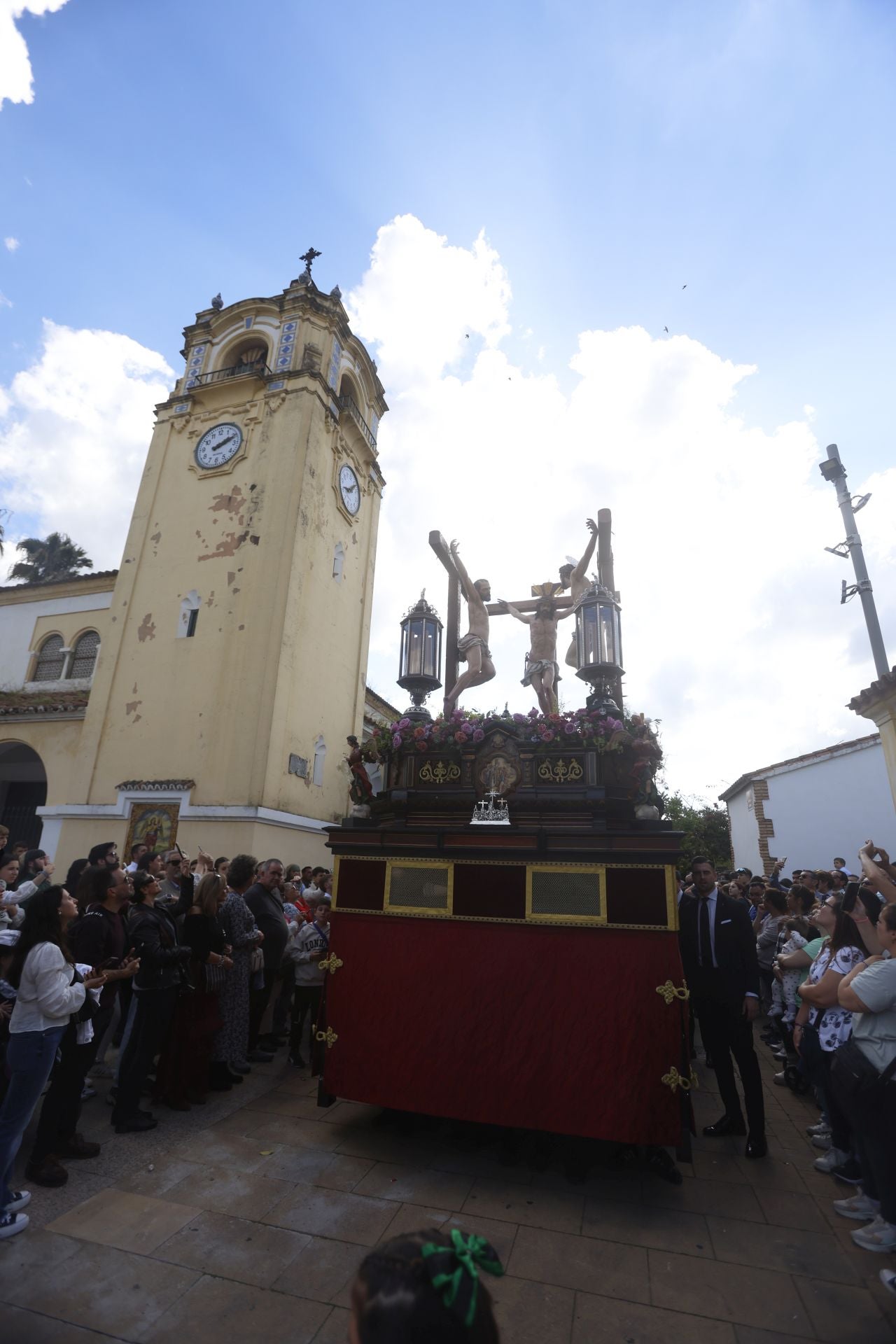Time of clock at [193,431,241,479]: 2:11
